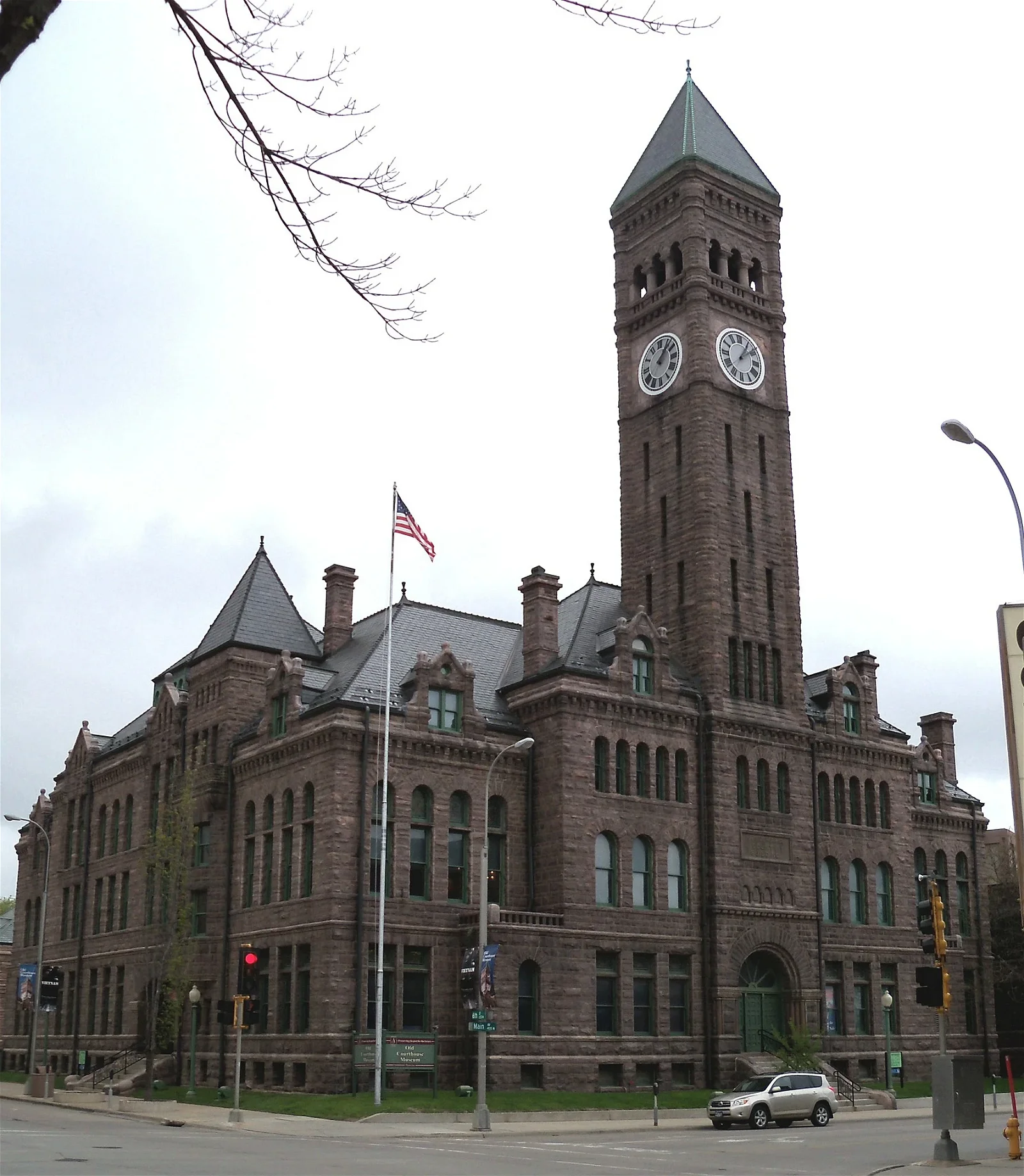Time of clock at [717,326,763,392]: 1:08
